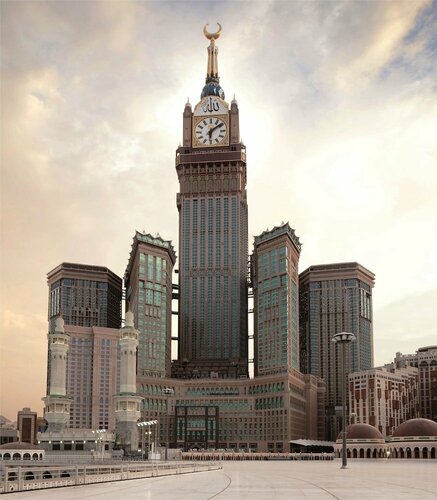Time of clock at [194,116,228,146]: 6:08
